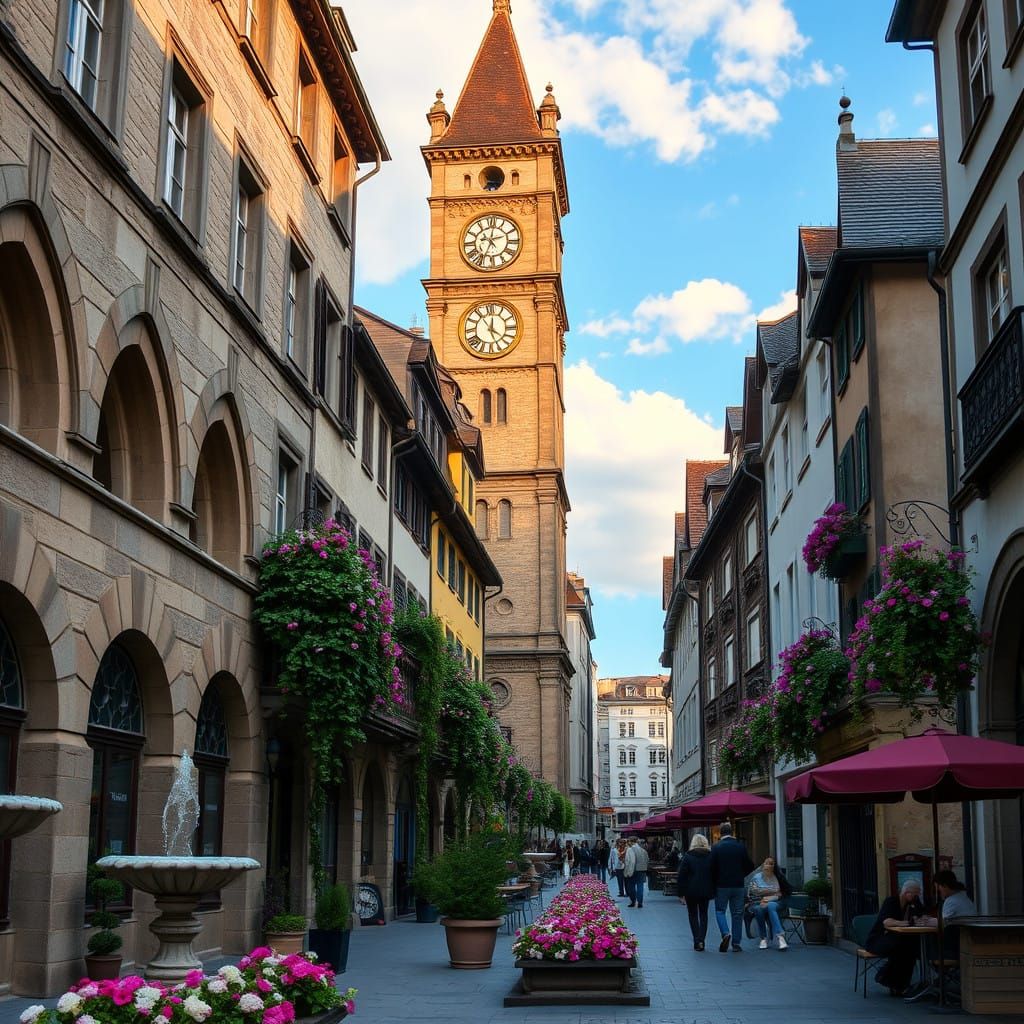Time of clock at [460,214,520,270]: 2:34
